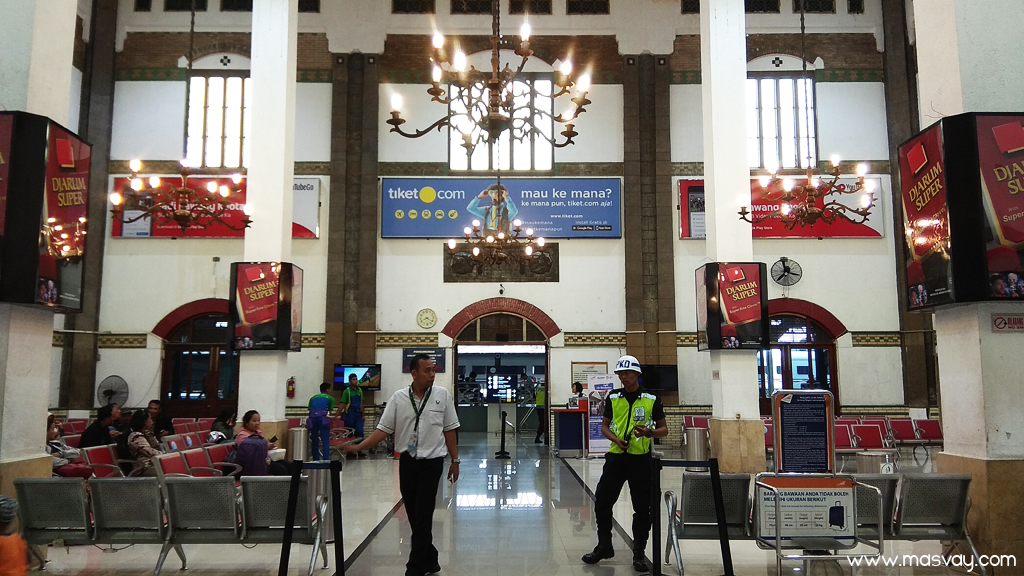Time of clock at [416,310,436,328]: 8:21
